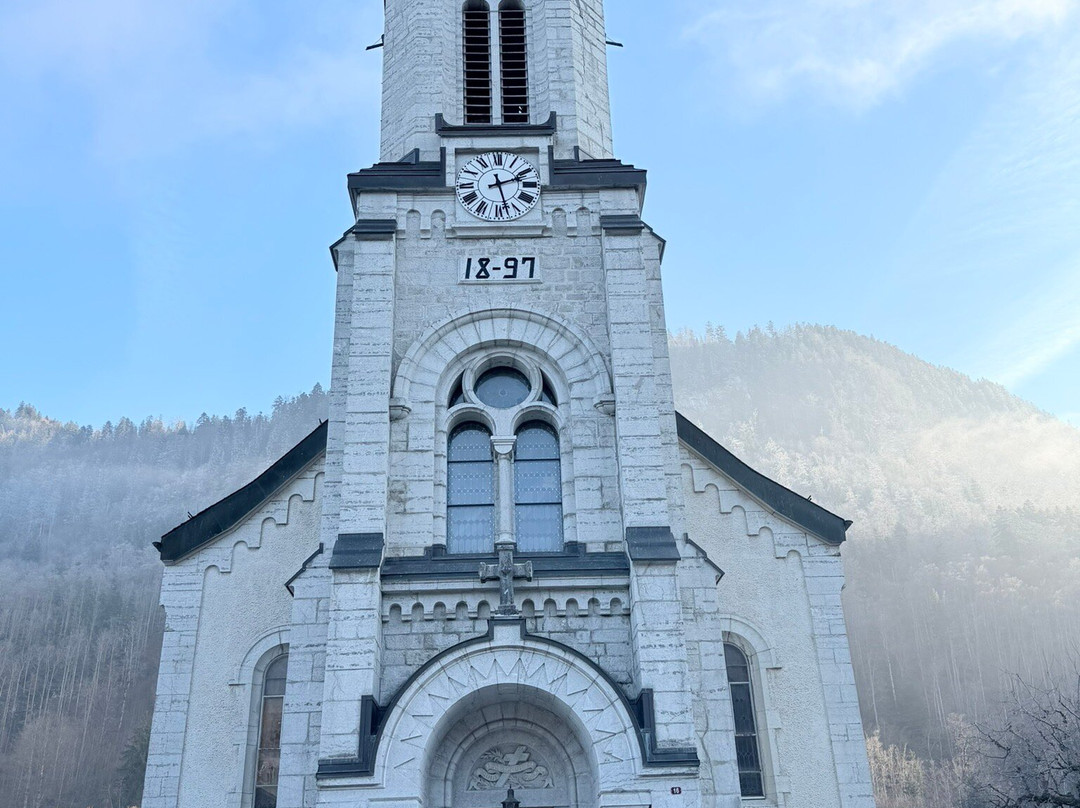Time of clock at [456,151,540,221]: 2:27
